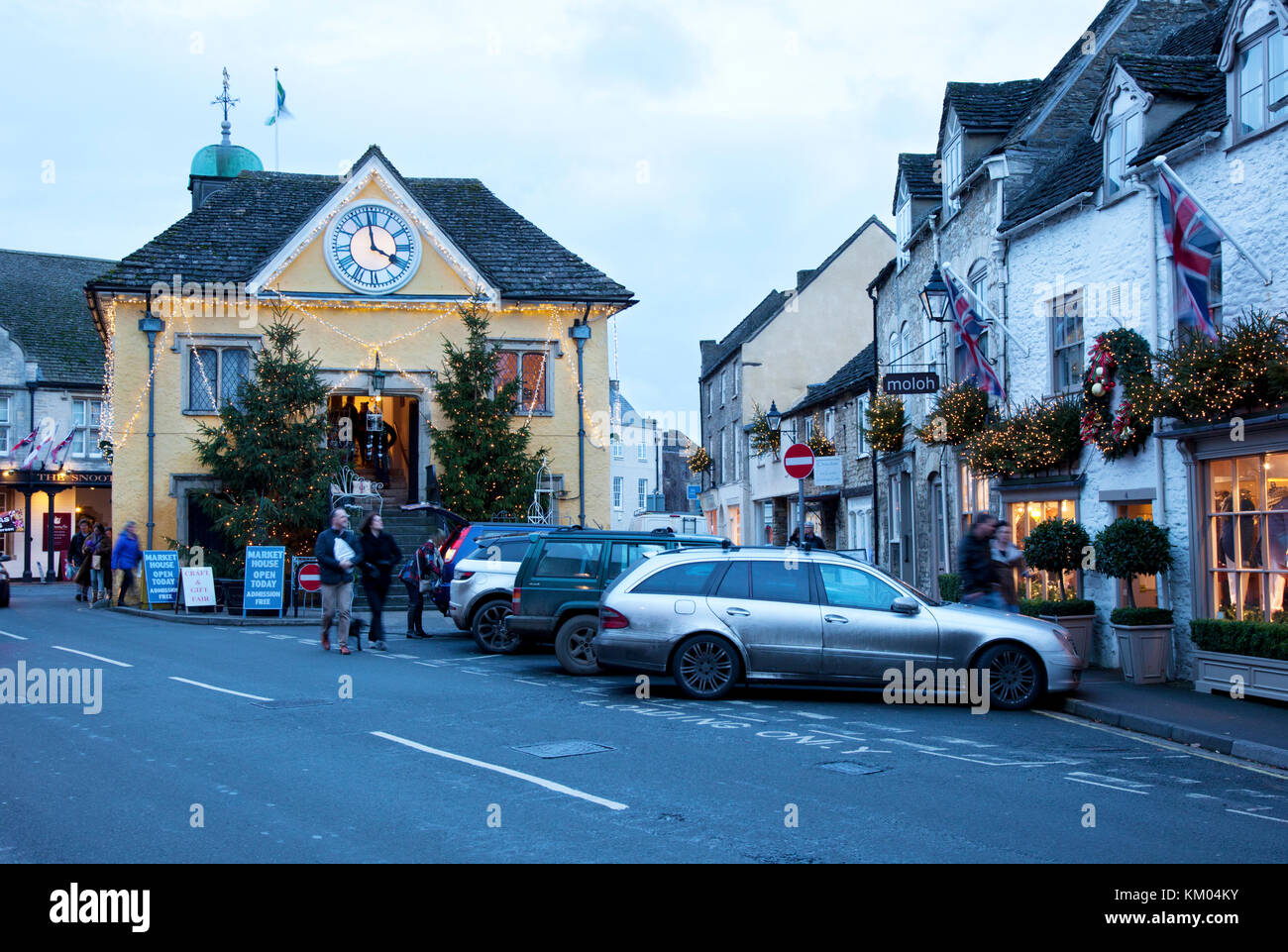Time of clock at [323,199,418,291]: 3:58
